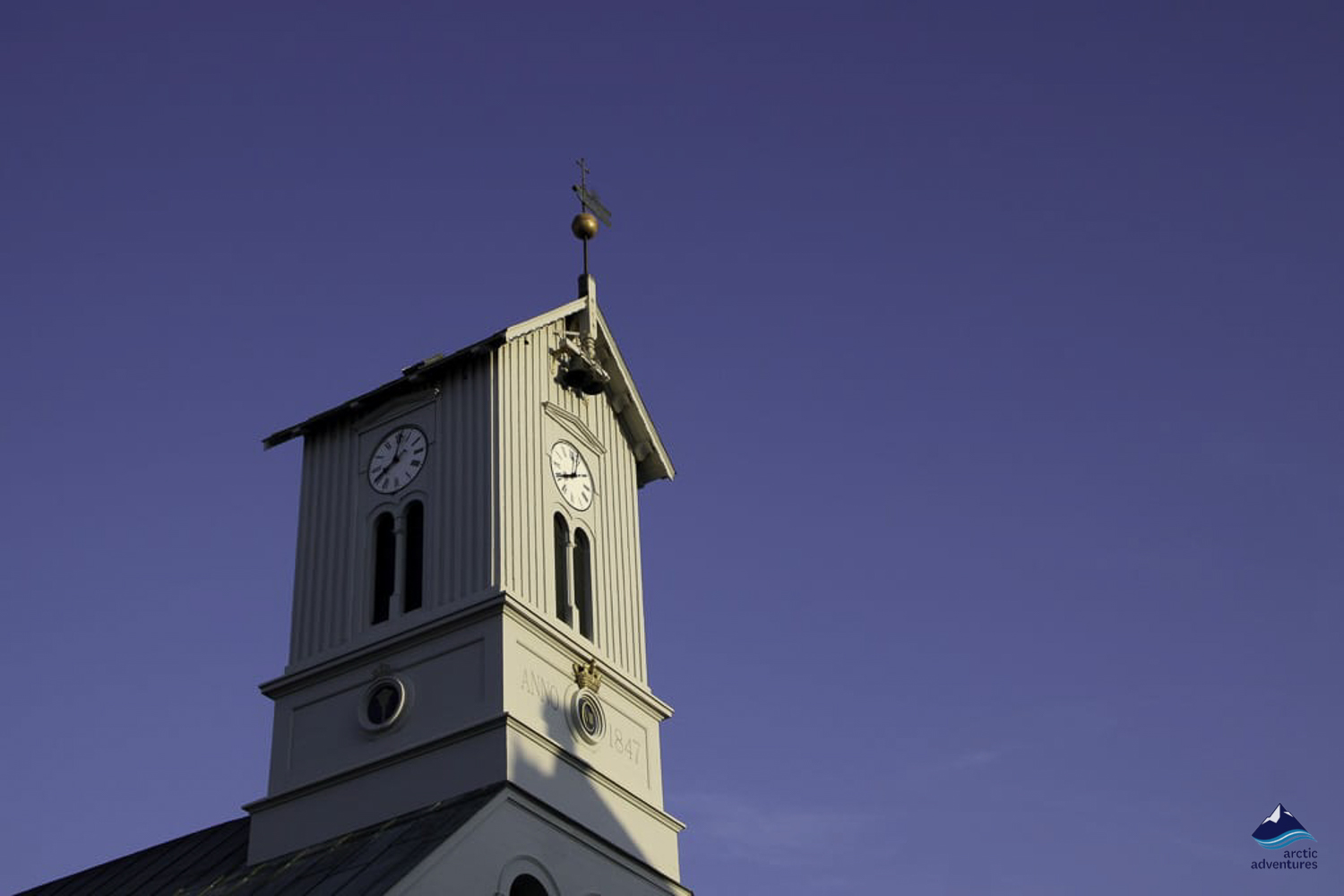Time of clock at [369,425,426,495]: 8:01
